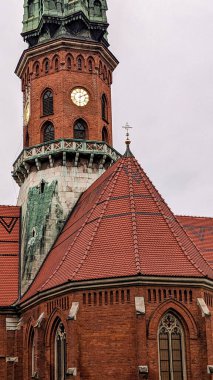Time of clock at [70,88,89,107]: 6:10
